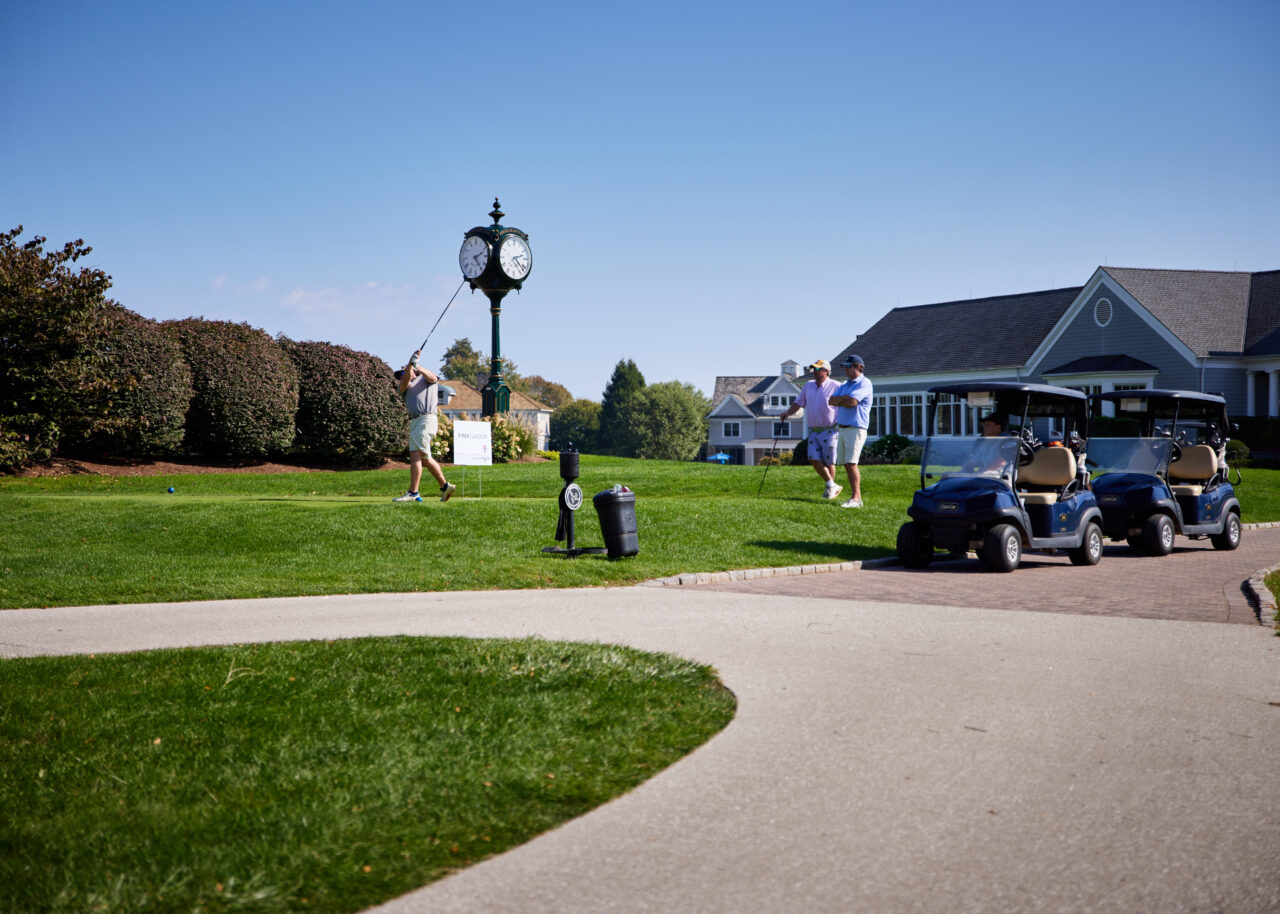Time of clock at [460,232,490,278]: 2:23
